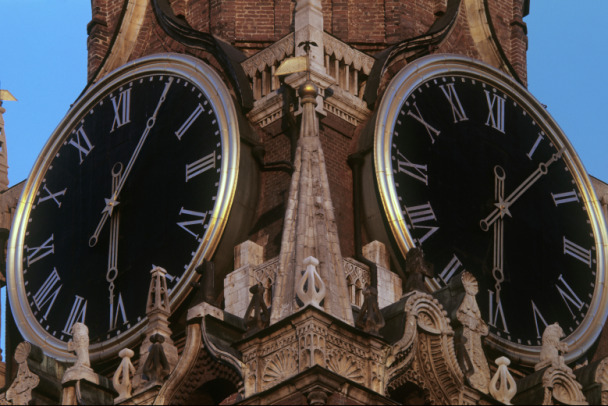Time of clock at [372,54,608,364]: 6:06
